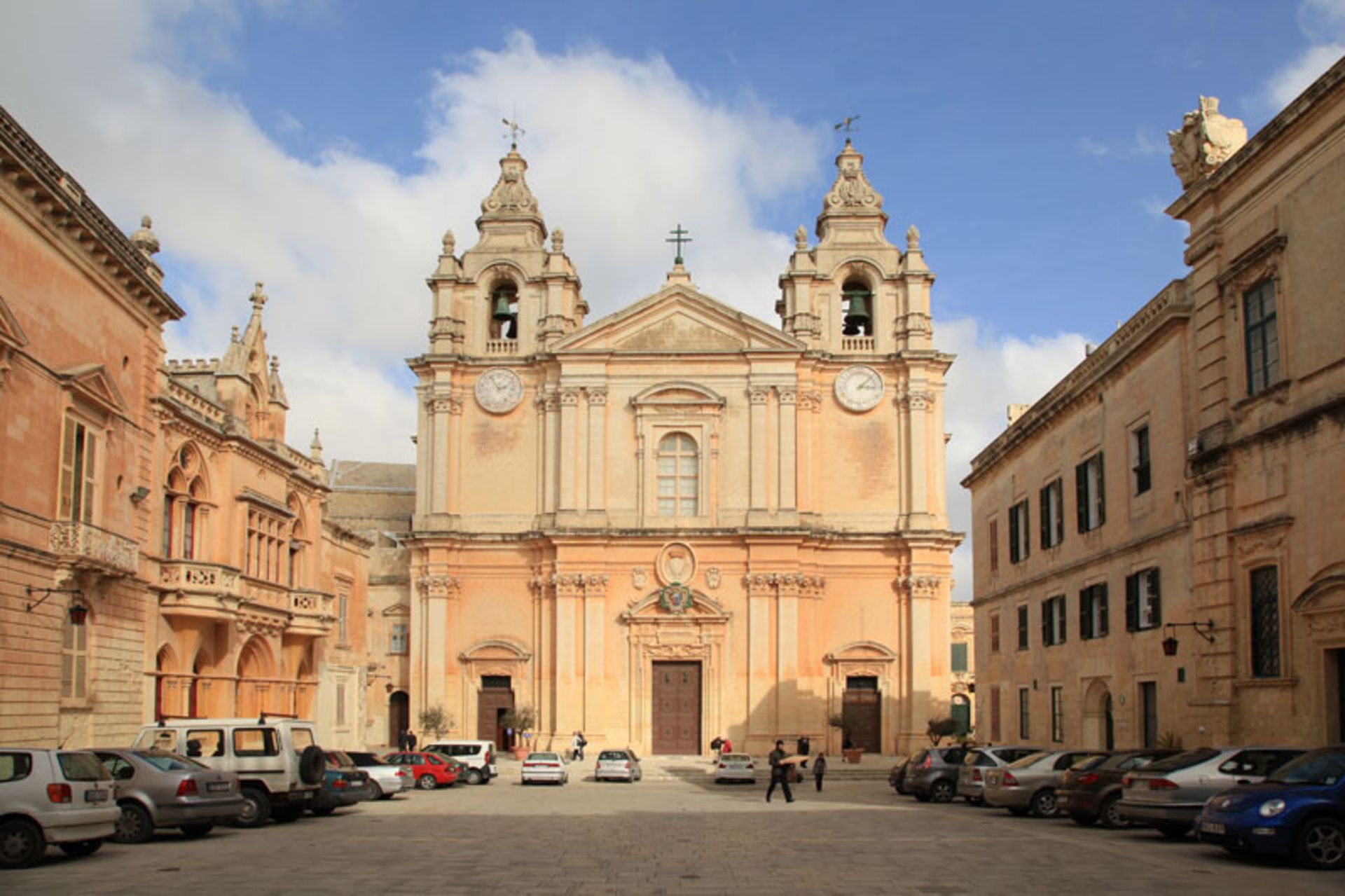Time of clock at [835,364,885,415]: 3:07
